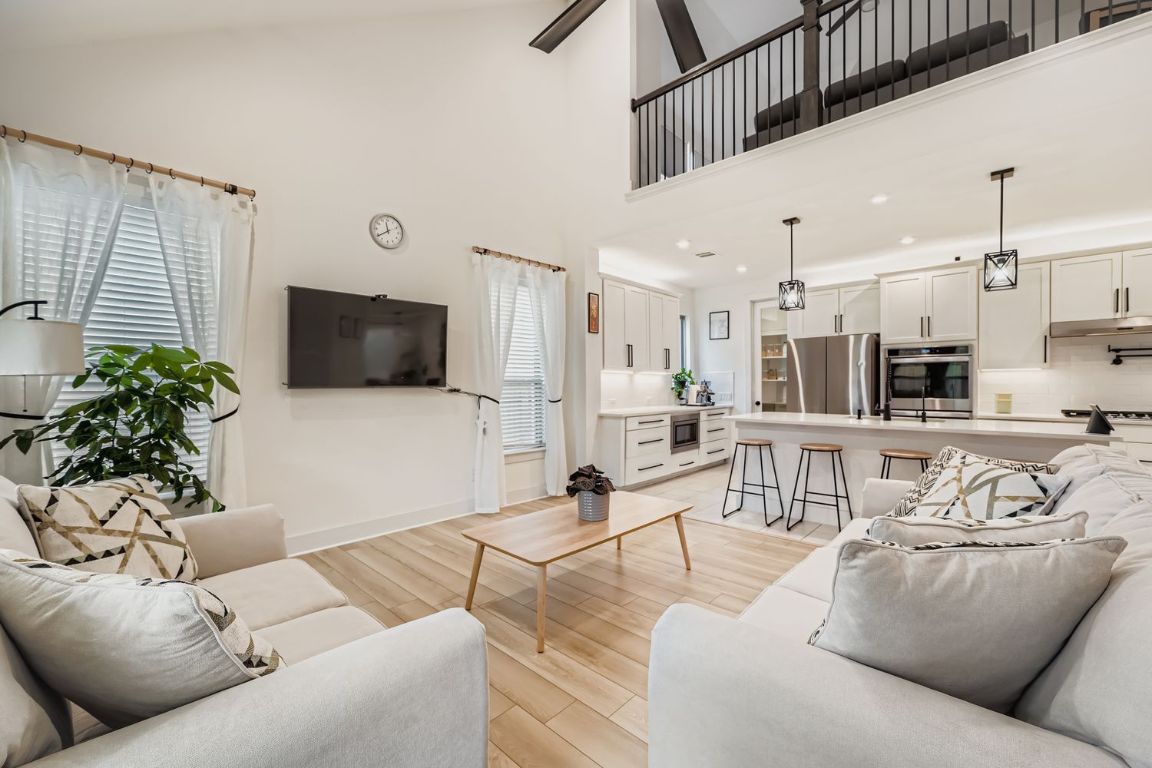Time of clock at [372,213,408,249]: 11:39
